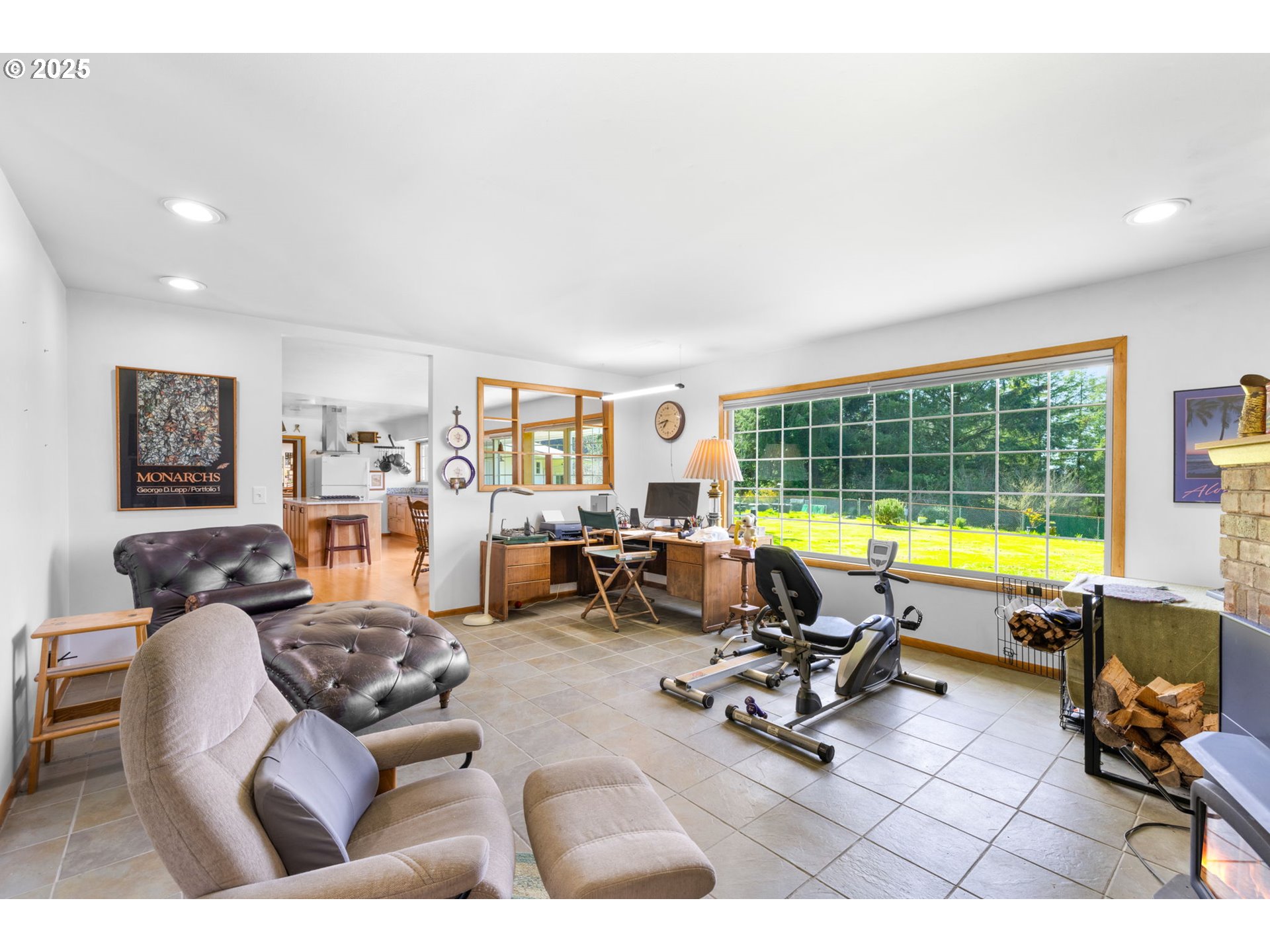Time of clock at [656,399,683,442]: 7:43
